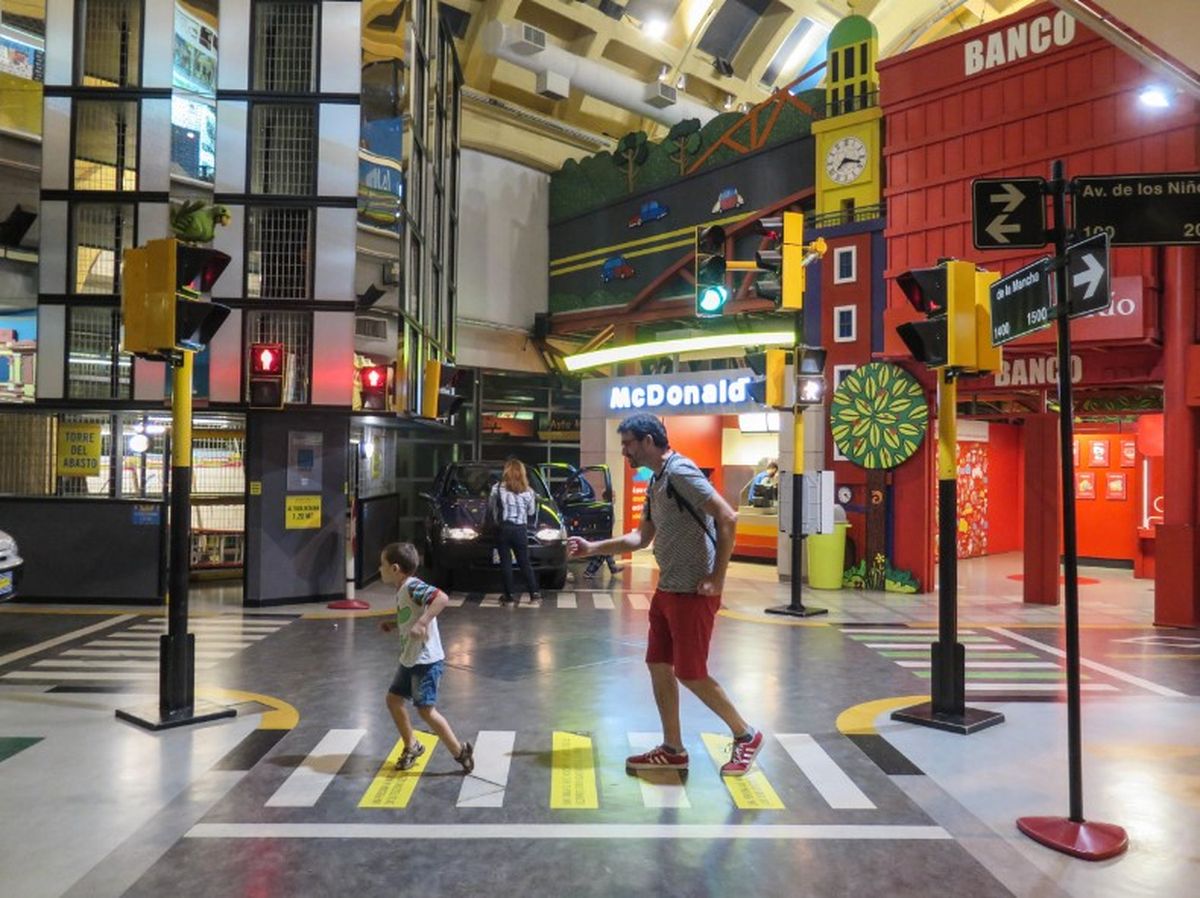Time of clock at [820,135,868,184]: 7:17
